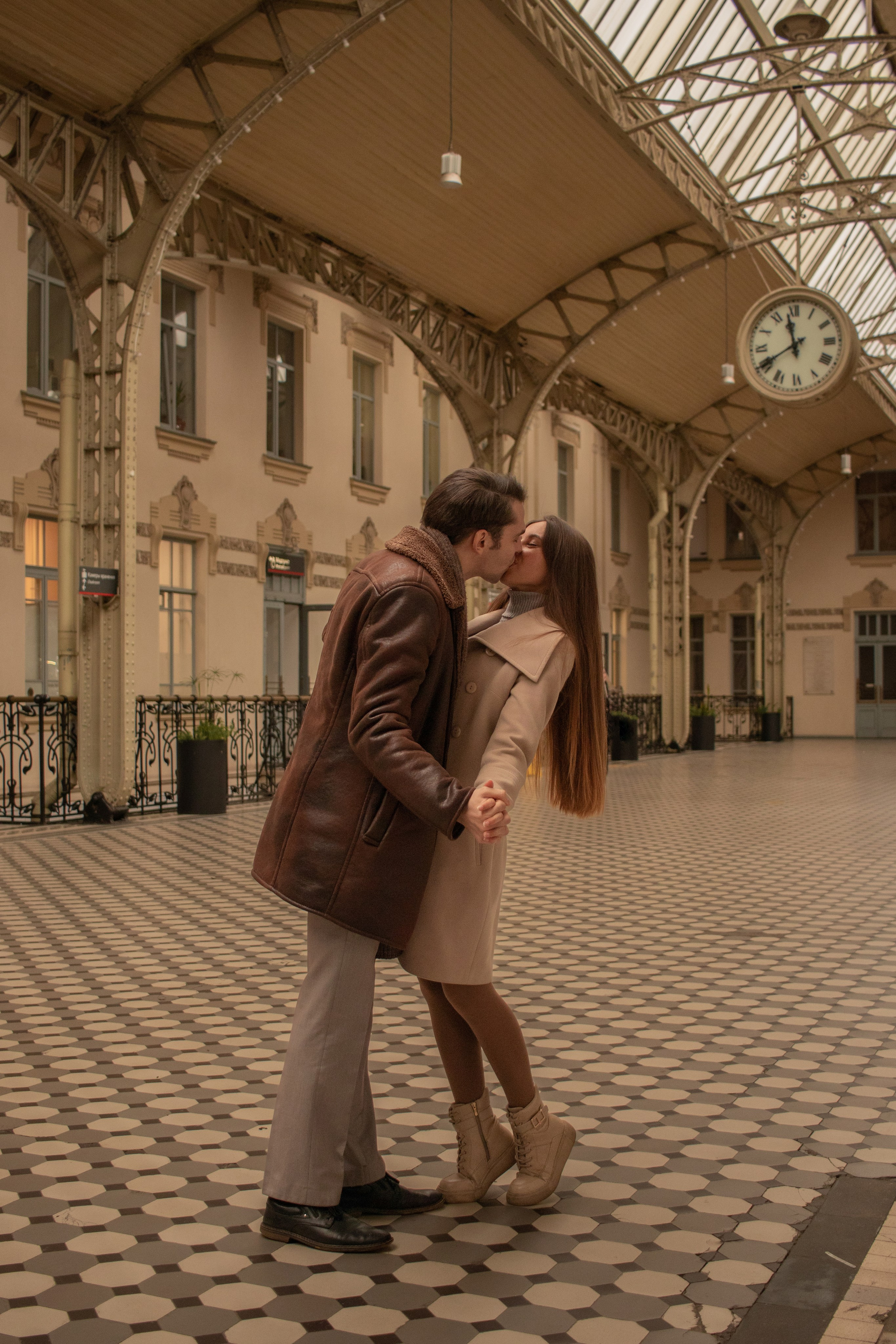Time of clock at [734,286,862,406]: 11:40
